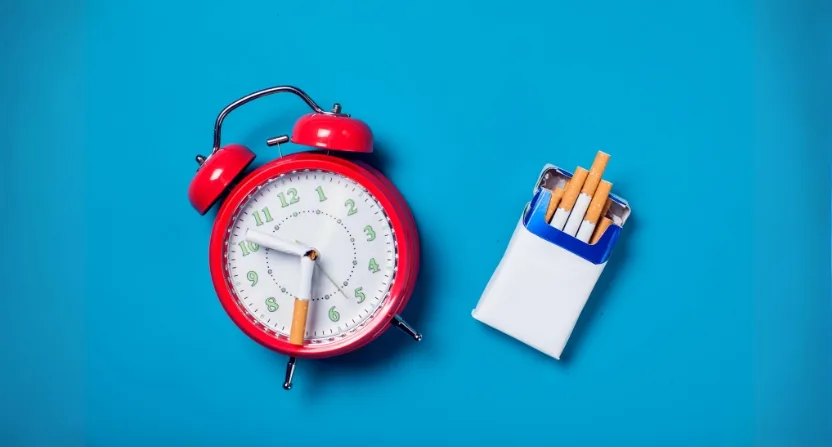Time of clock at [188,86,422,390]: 6:50
